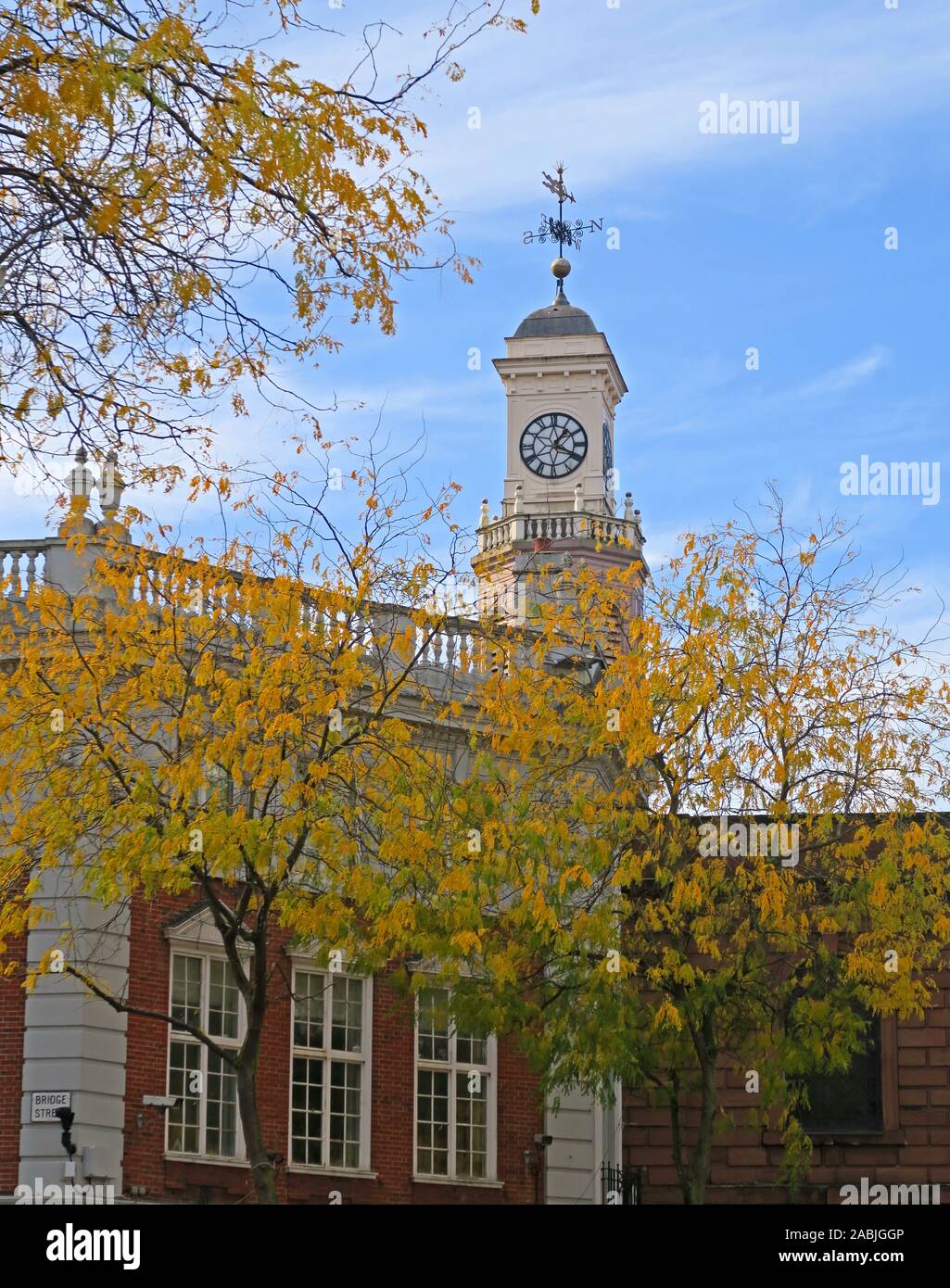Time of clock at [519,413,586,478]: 1:18
